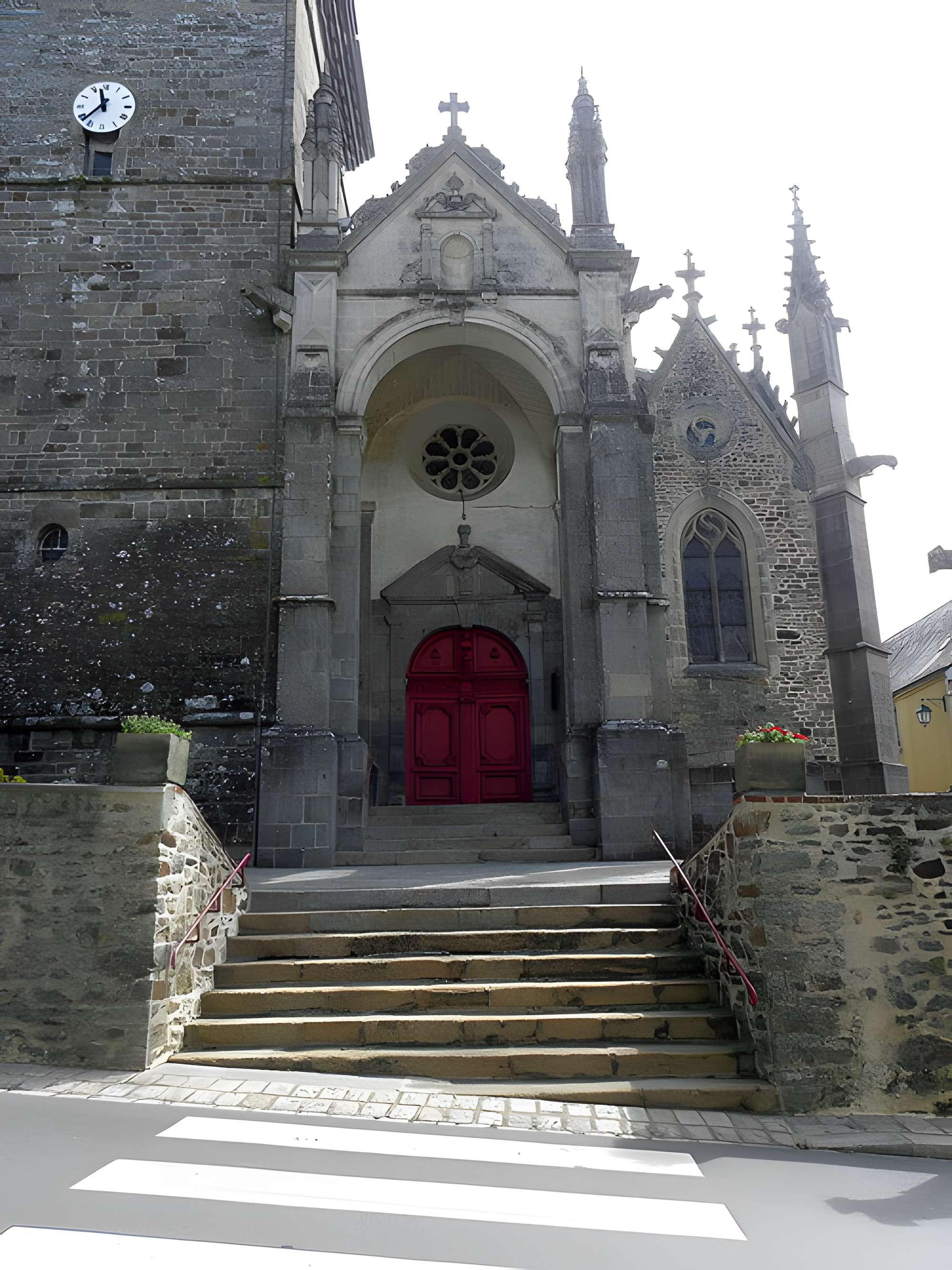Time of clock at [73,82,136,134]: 11:37
